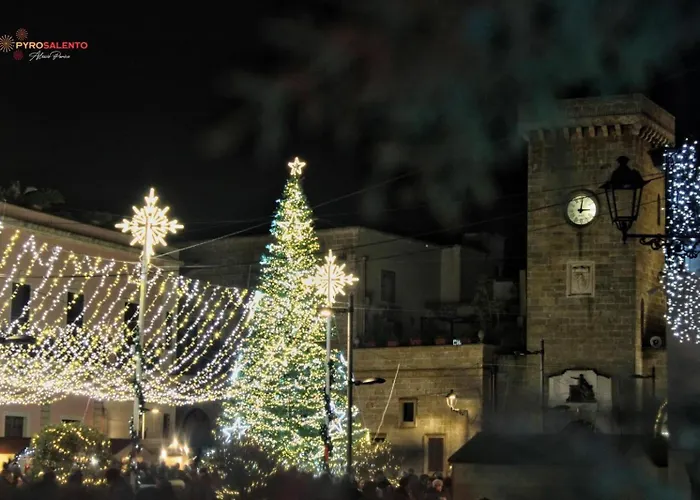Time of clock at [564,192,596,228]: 3:01
